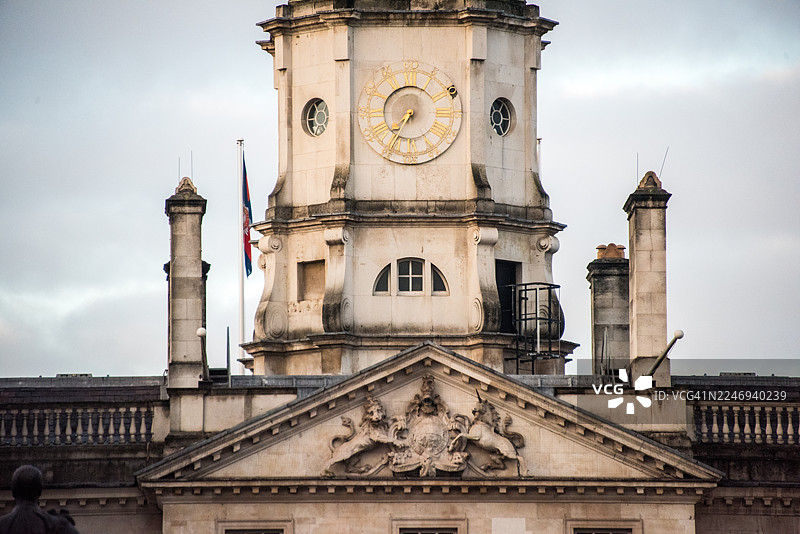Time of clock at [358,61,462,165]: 7:35
